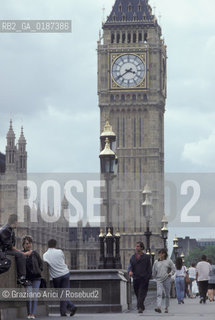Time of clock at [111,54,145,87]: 3:39
